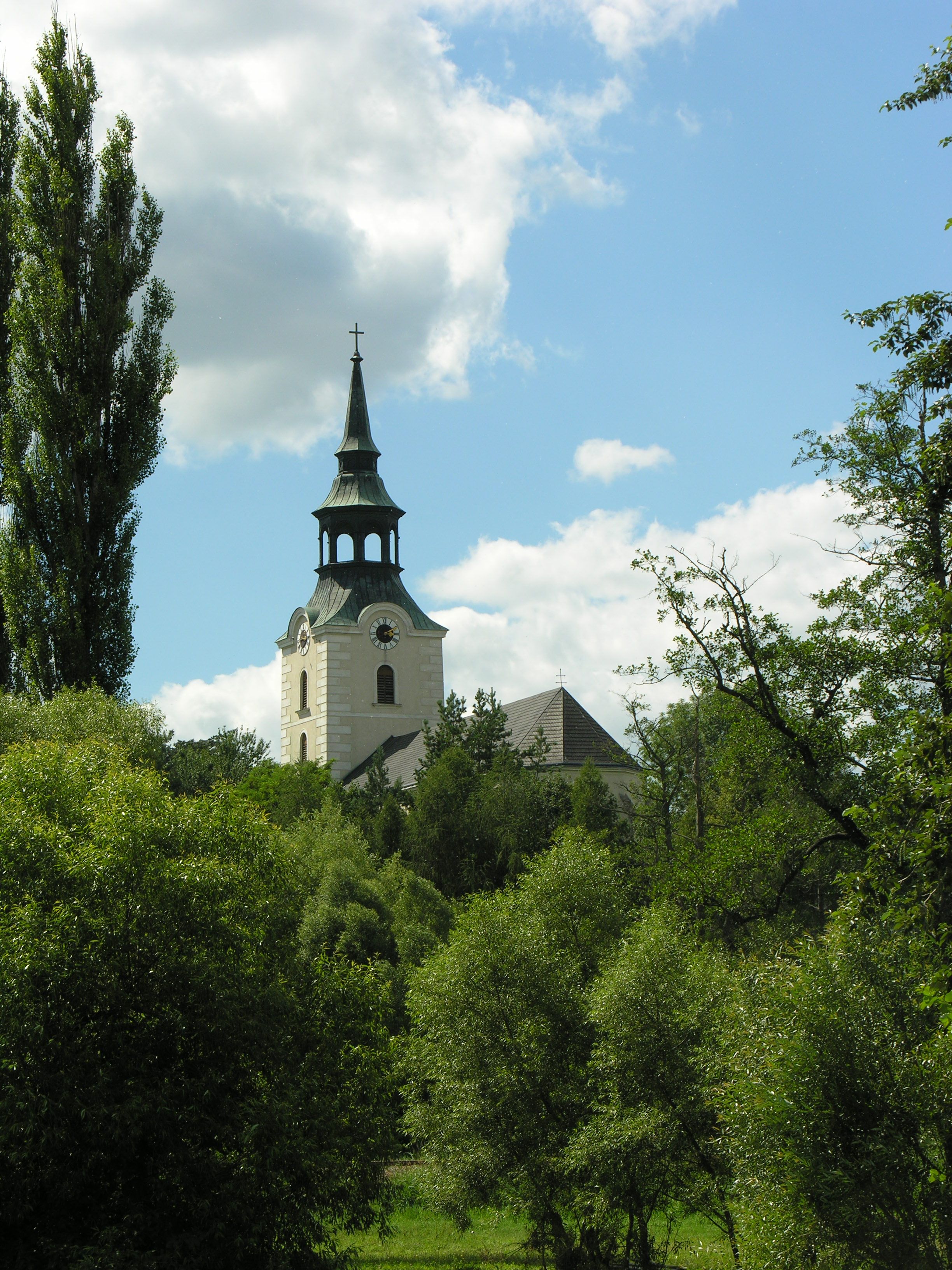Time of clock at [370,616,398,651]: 3:10
